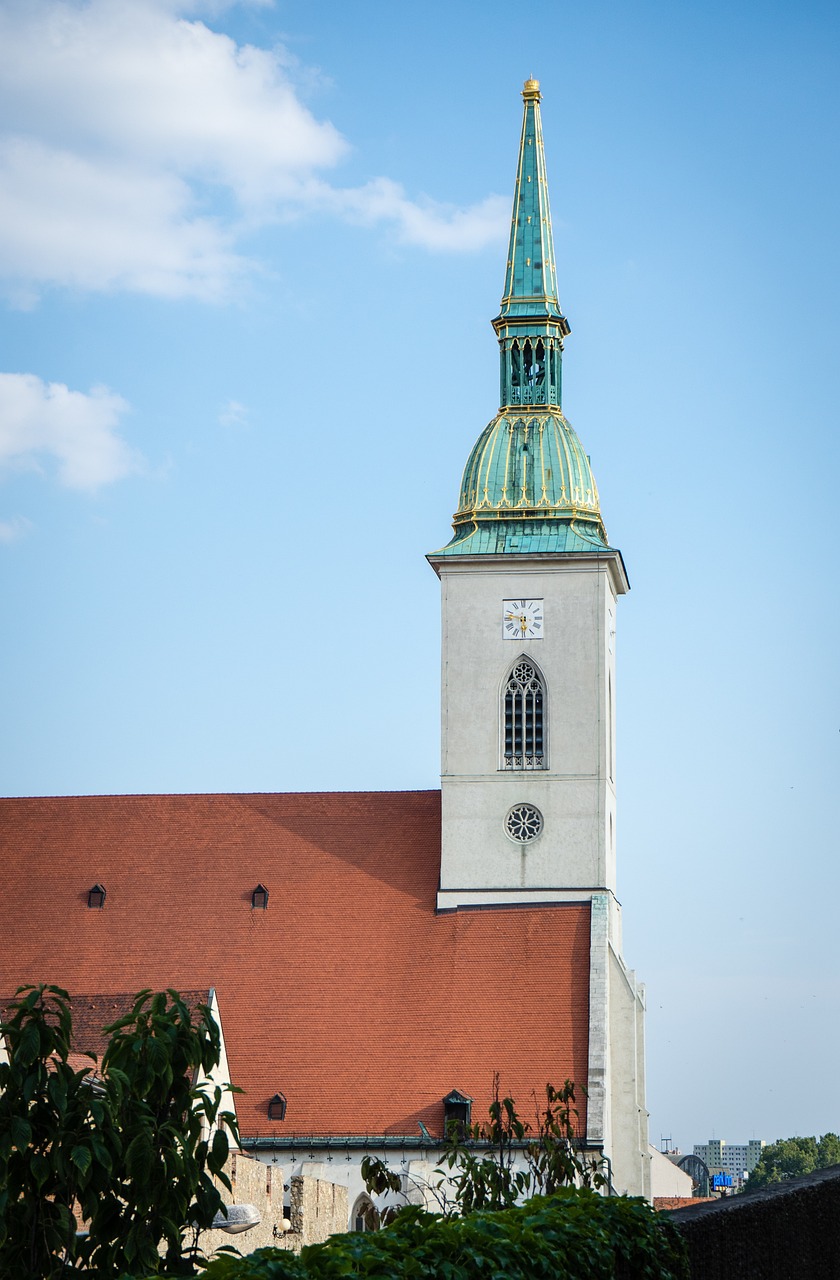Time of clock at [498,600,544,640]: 5:47
